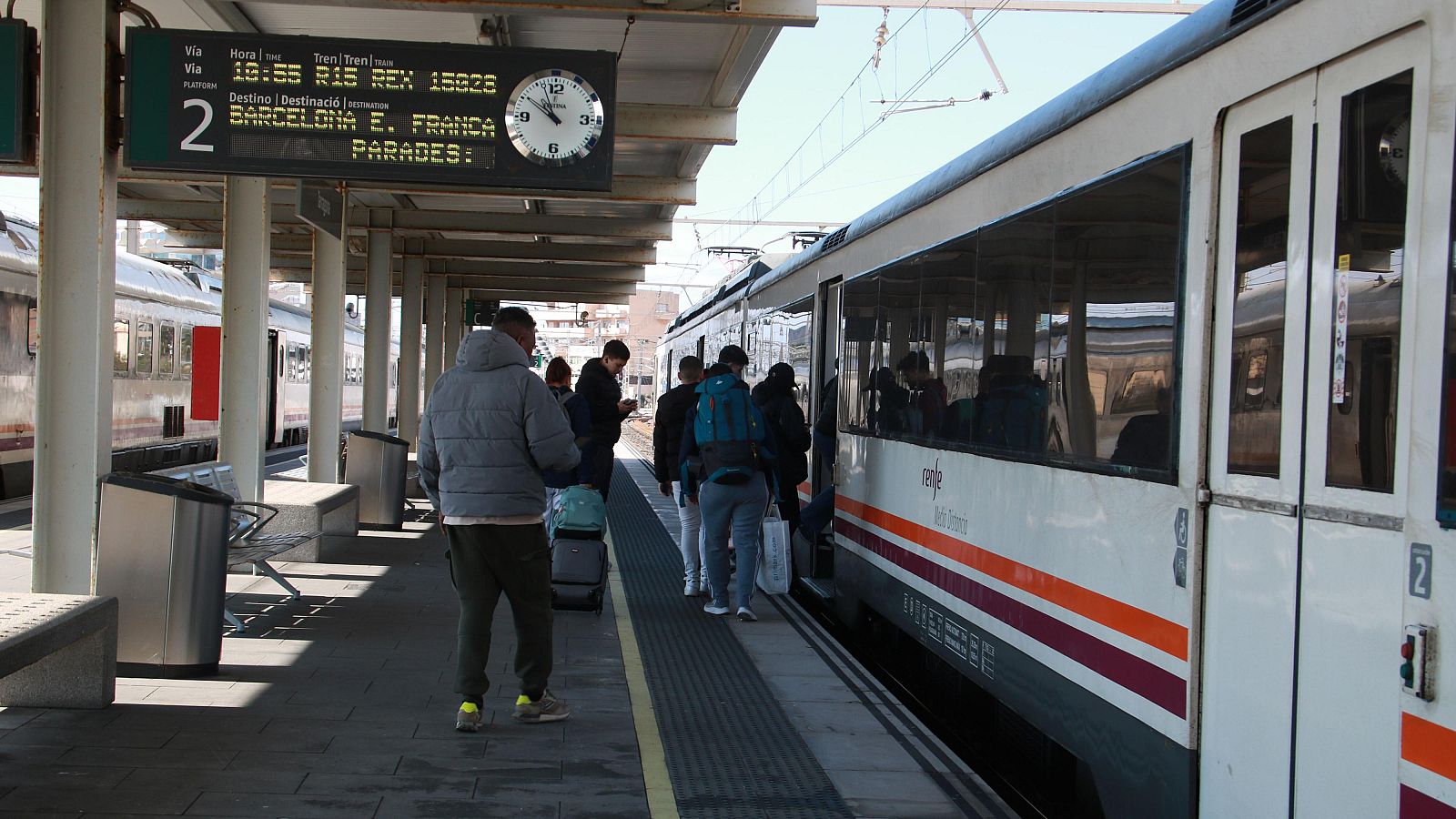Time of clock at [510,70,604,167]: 10:50
